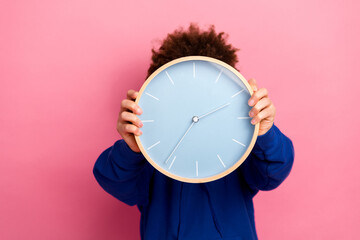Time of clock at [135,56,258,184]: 7:11
